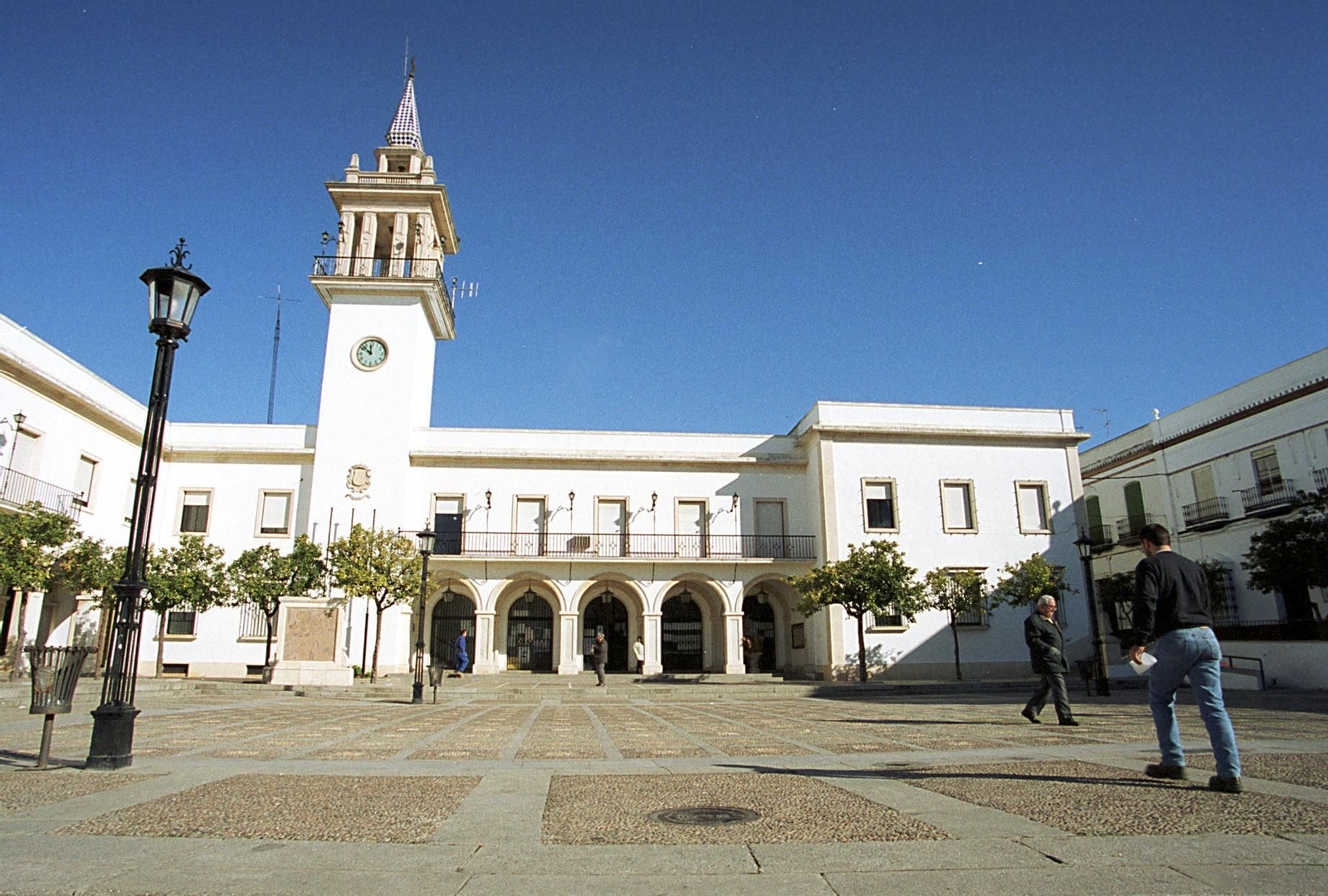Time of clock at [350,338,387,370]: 11:52
